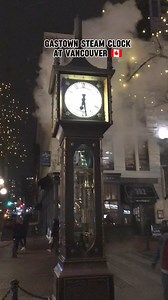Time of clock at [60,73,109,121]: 6:28
